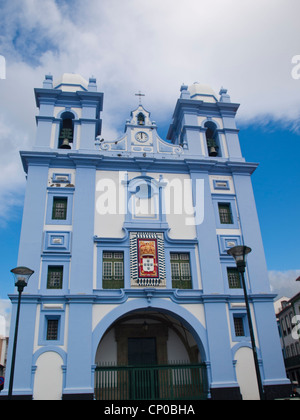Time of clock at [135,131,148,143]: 12:00
